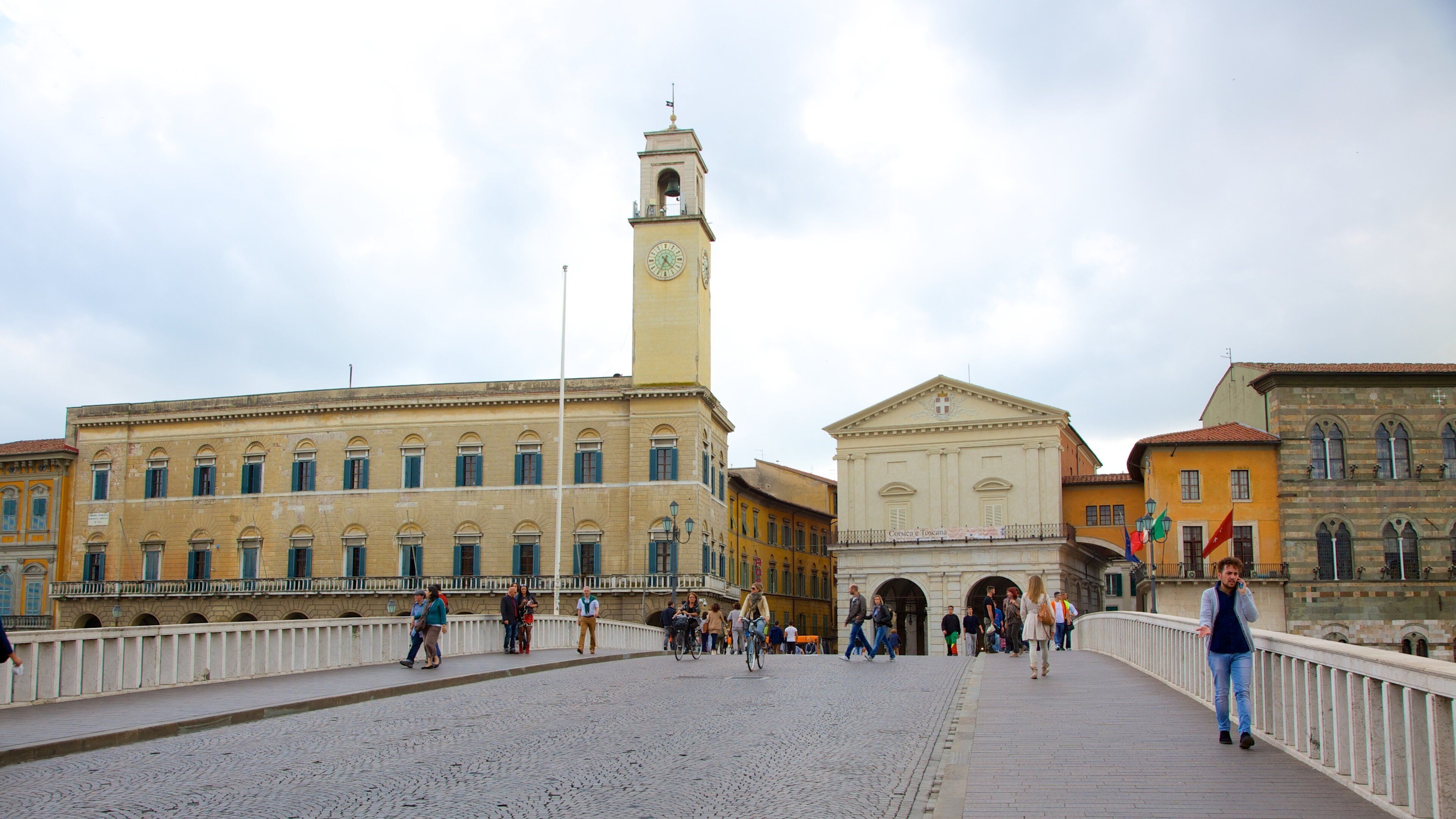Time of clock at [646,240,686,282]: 4:34
